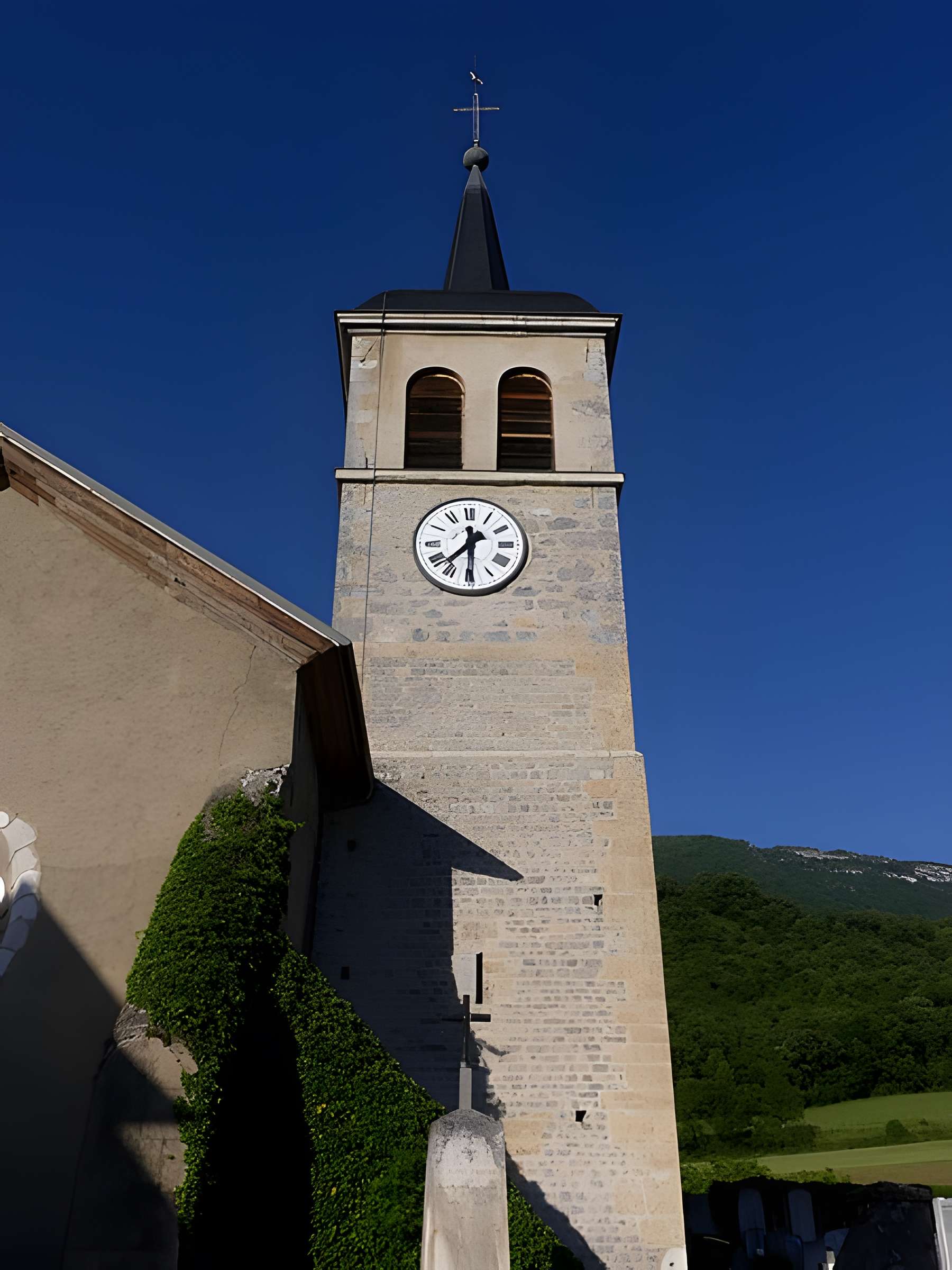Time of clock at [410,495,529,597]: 7:30
